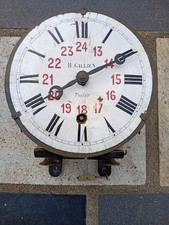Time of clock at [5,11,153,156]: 8:10
